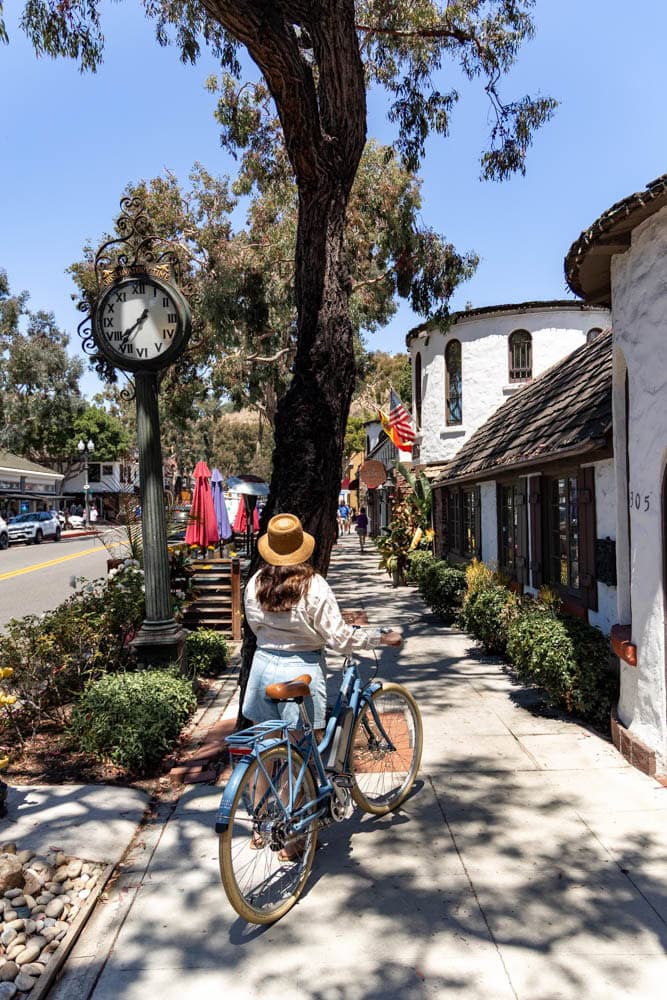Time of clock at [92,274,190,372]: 7:36
